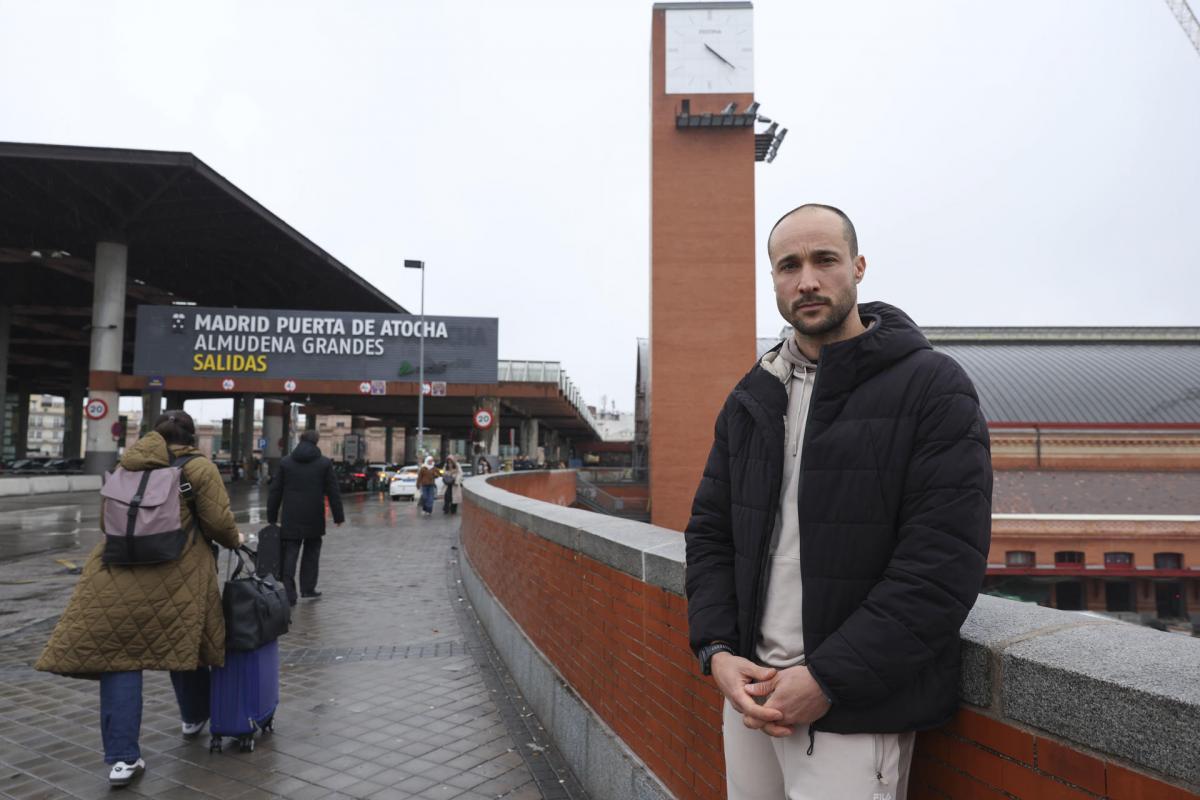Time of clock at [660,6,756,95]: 4:21
